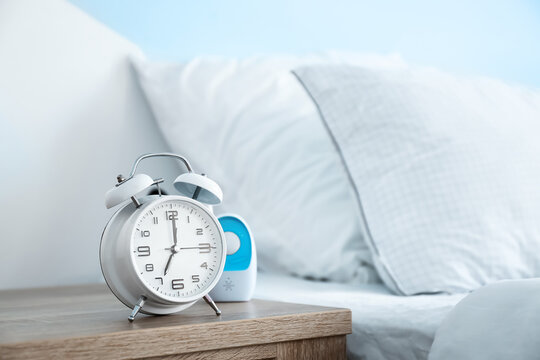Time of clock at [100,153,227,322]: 7:00
